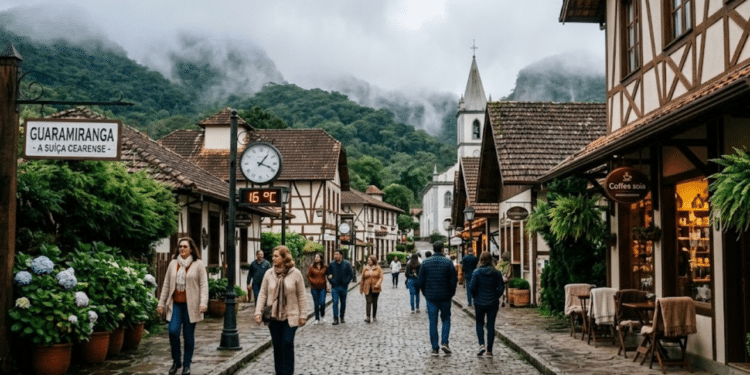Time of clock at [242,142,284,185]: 1:18
